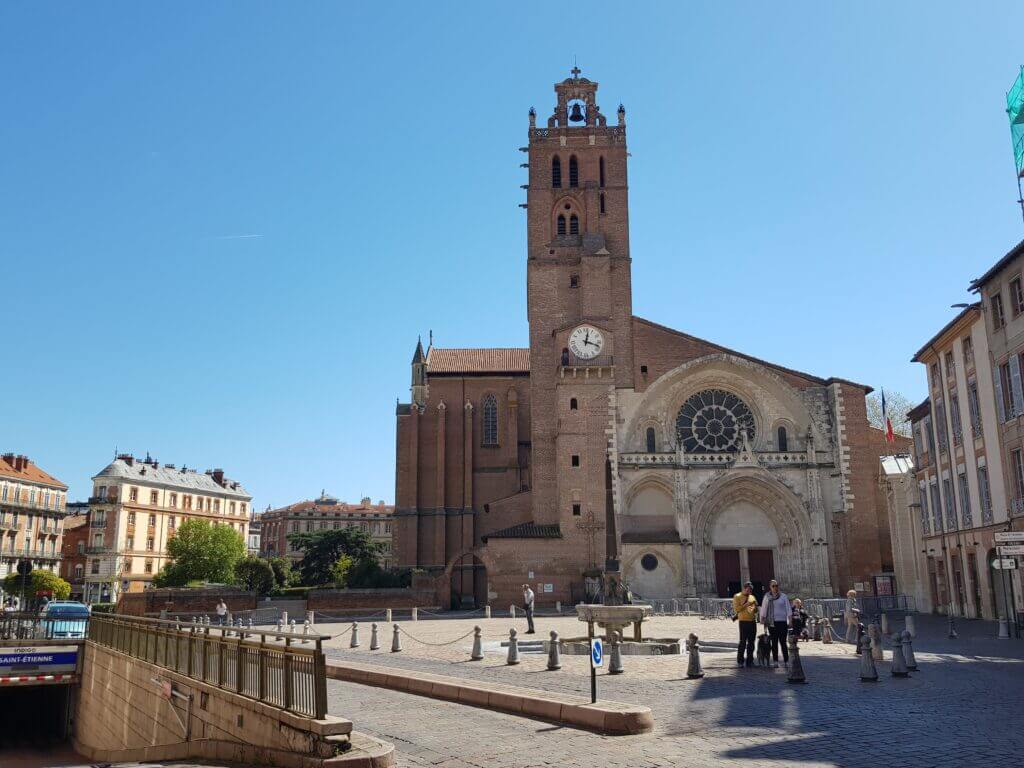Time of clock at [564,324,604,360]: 12:18
